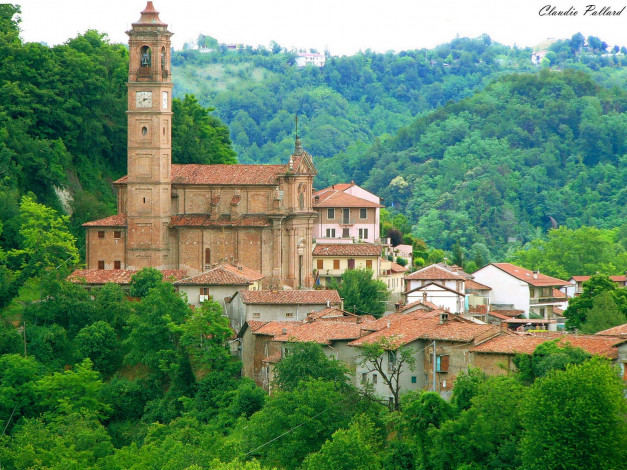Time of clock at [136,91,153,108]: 2:38
